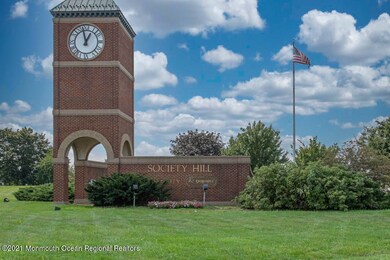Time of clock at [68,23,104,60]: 12:58
